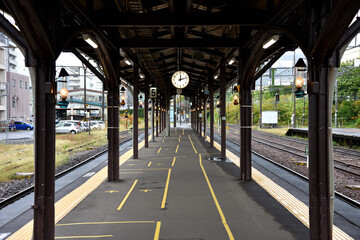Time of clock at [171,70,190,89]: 12:12
